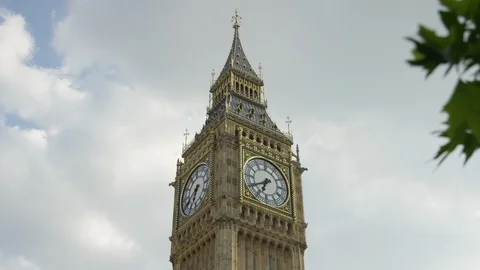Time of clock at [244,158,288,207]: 6:40
